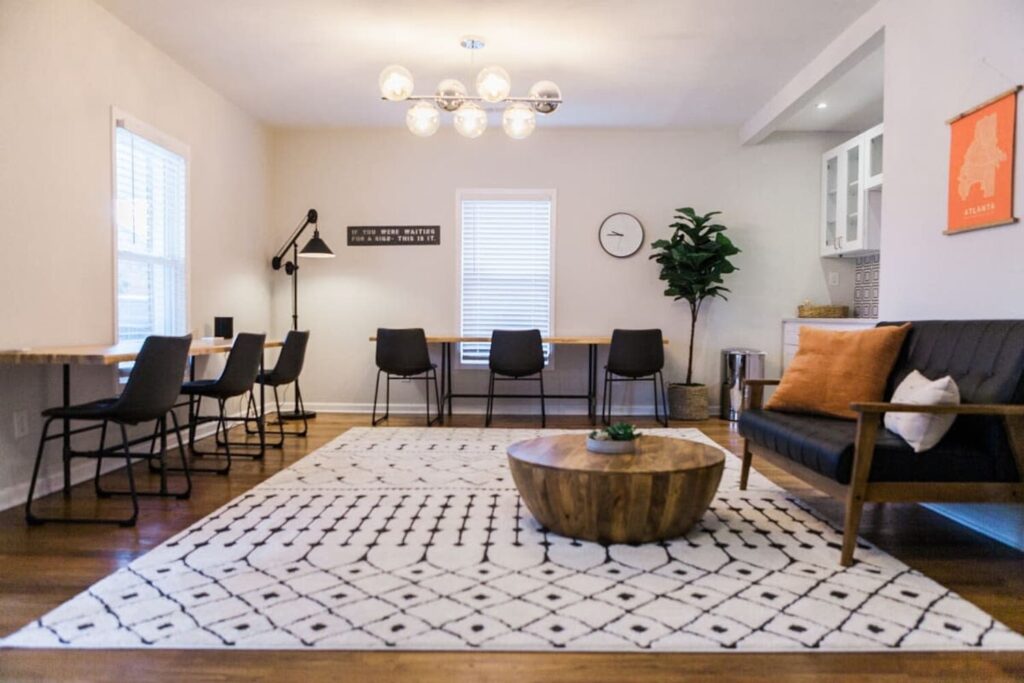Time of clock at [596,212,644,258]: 9:45
